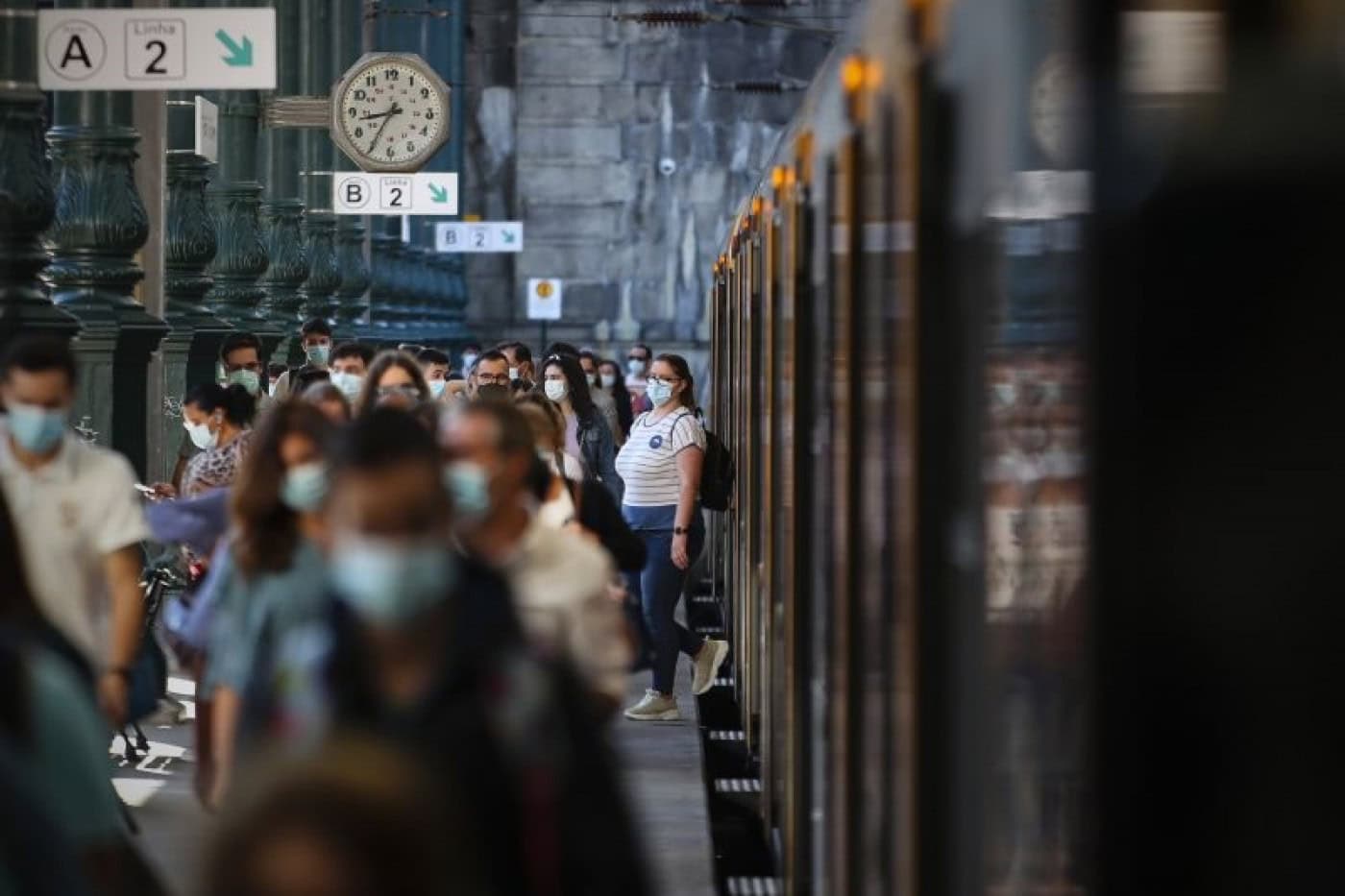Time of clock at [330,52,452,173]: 8:35
